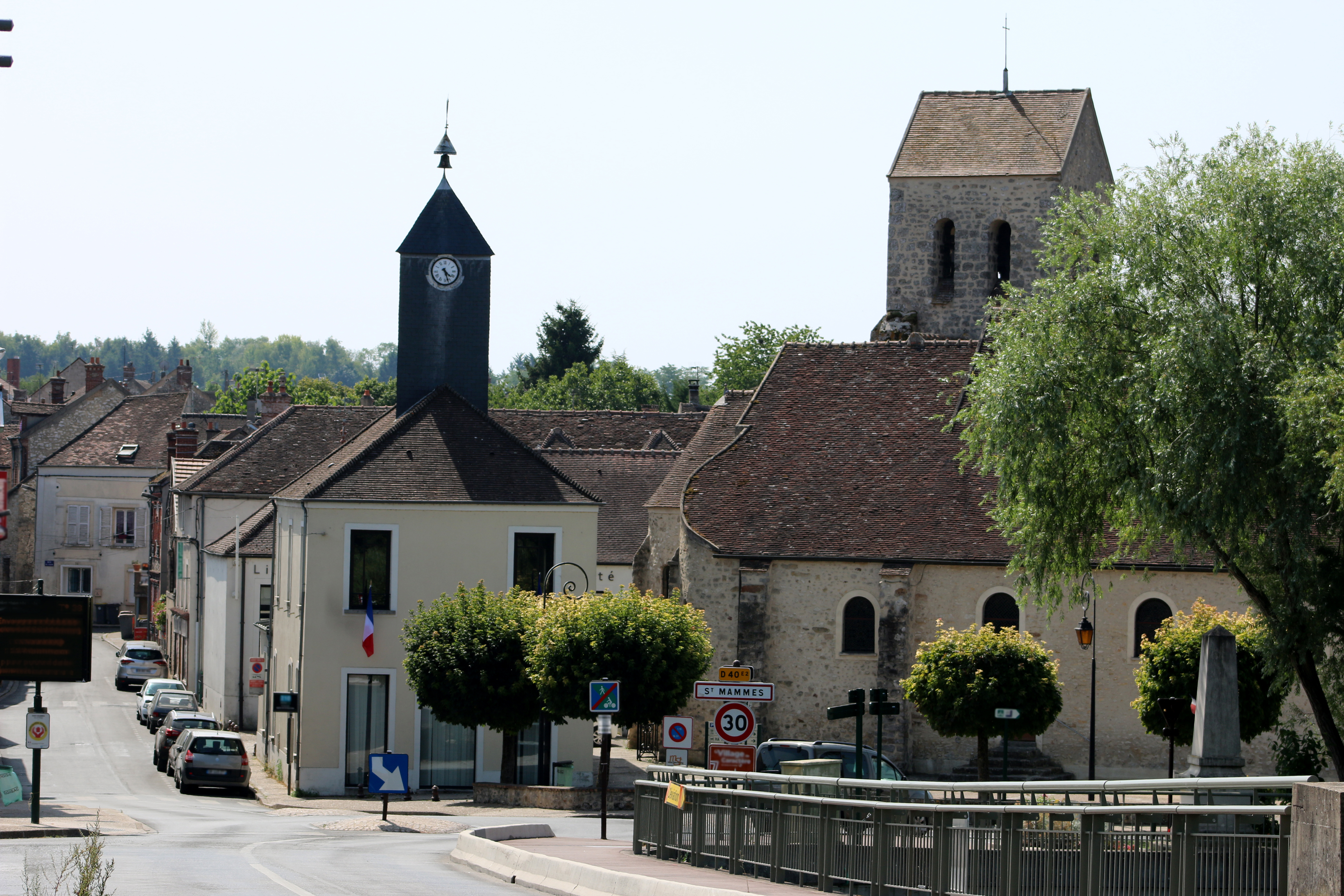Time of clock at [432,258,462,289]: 4:27
